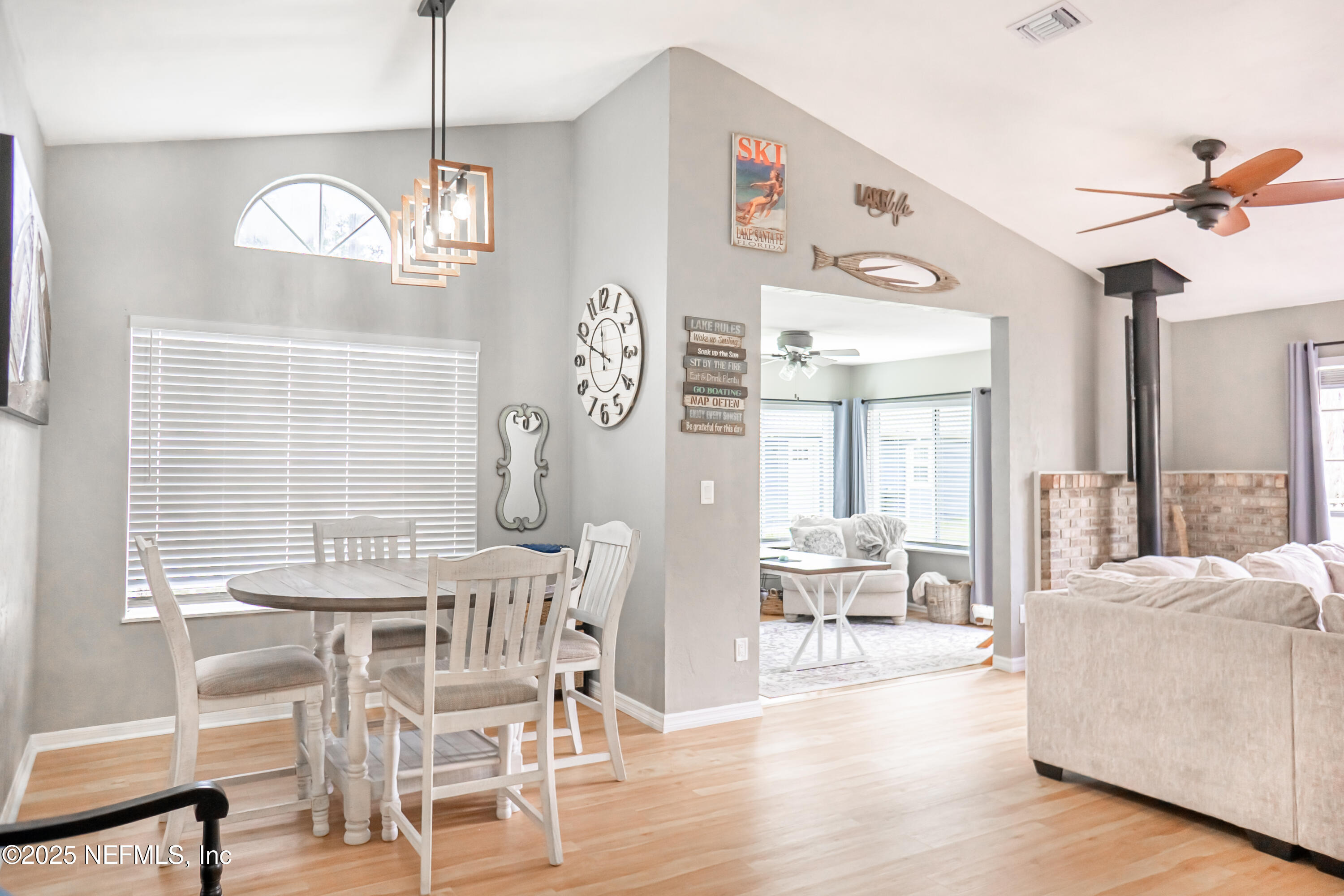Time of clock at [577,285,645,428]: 11:48
